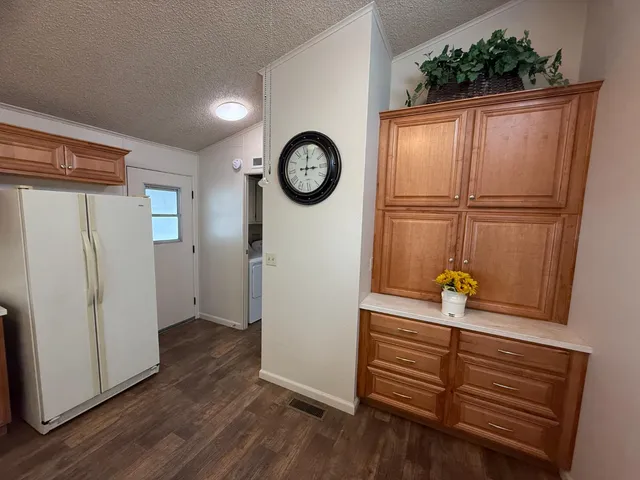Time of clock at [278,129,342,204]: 3:01
